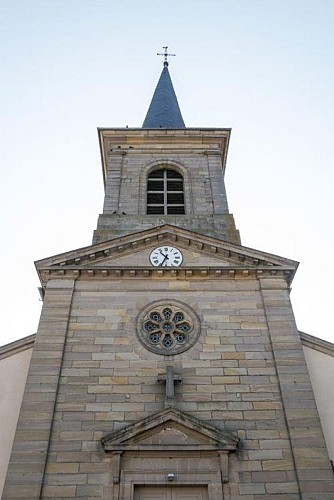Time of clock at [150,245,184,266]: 10:34
